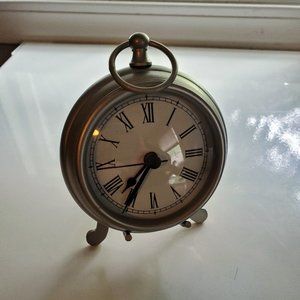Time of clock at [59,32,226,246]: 7:35
